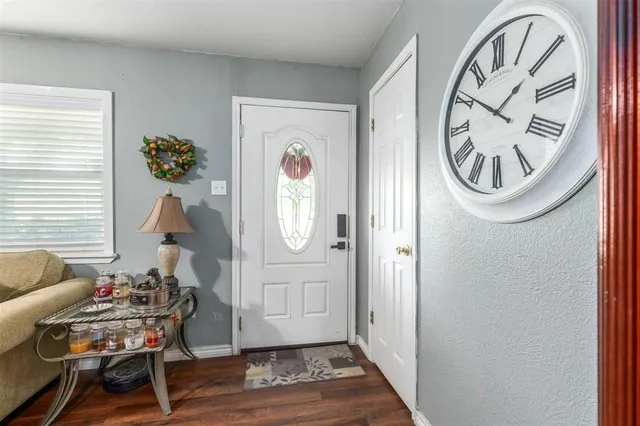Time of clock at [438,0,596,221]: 1:50
